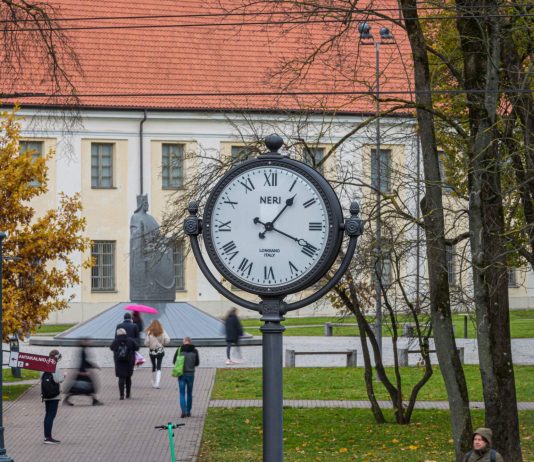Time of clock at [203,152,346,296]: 1:18
